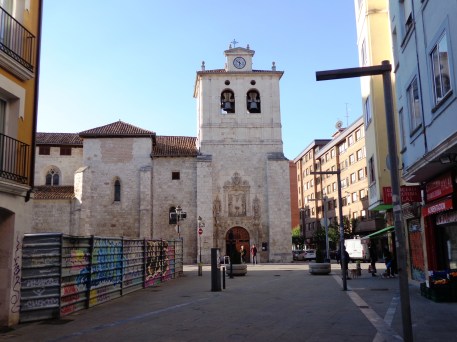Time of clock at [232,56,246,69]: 5:51
